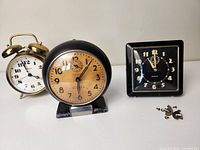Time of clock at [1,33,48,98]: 3:57
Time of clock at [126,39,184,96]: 11:00
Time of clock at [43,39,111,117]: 6:06
